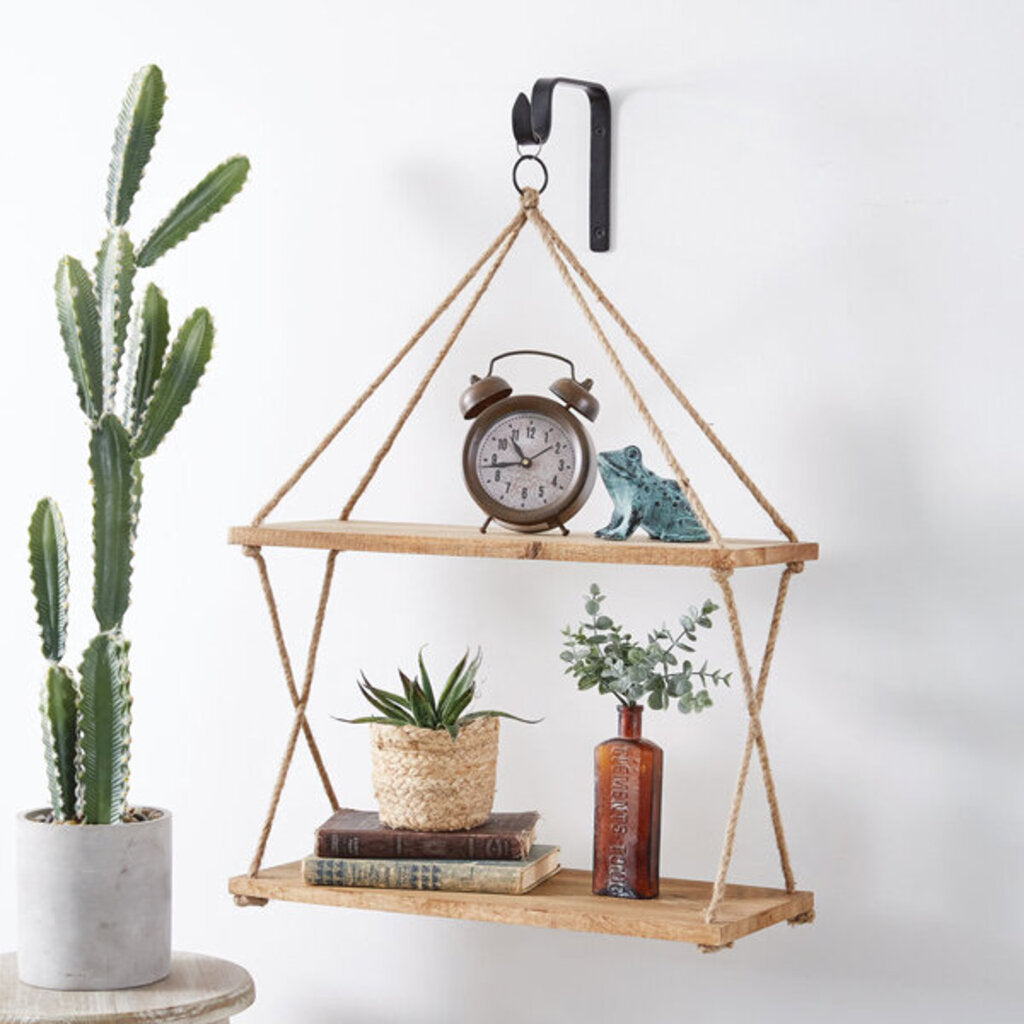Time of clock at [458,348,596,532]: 10:43
